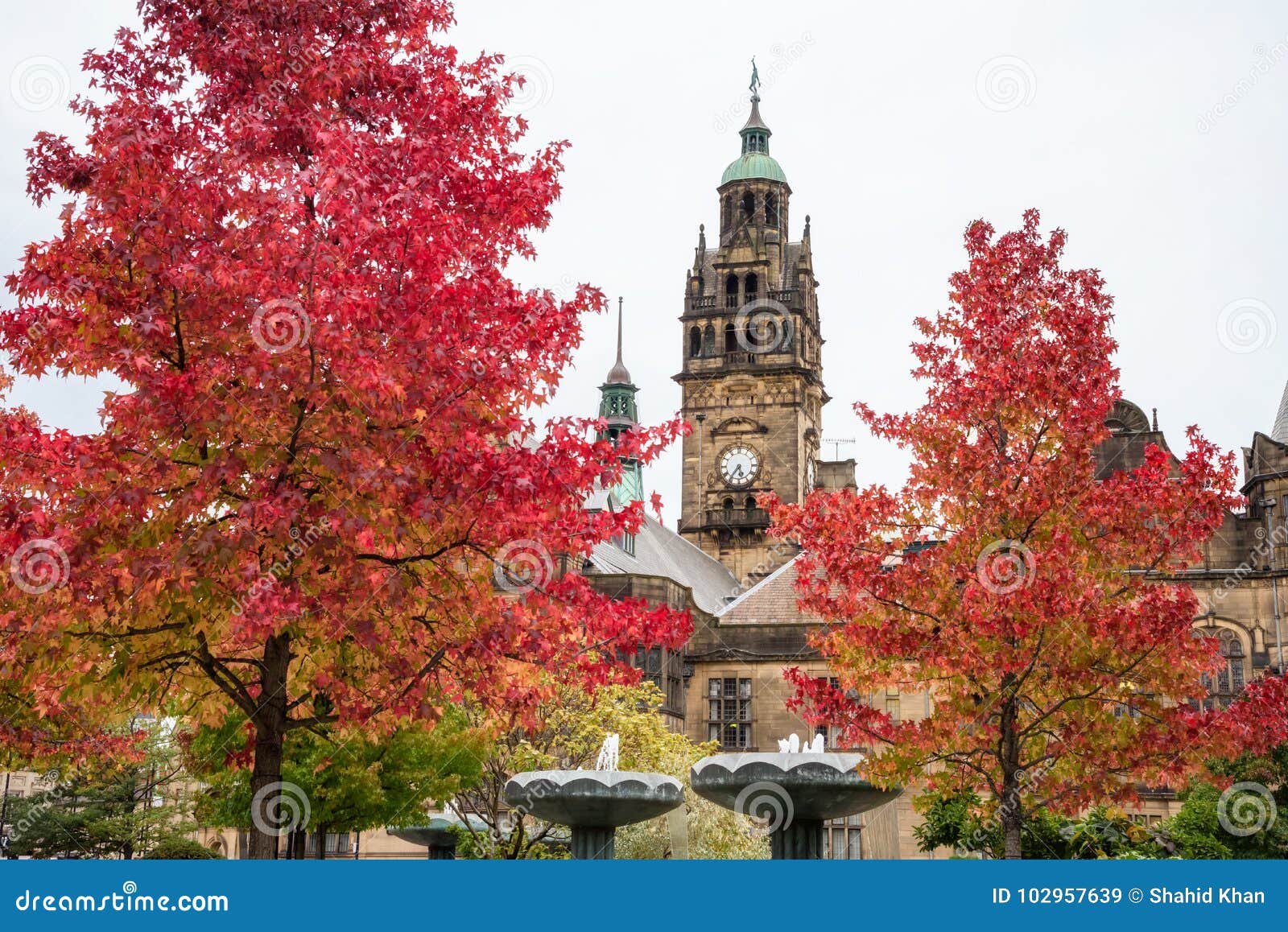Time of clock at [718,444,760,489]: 5:36
